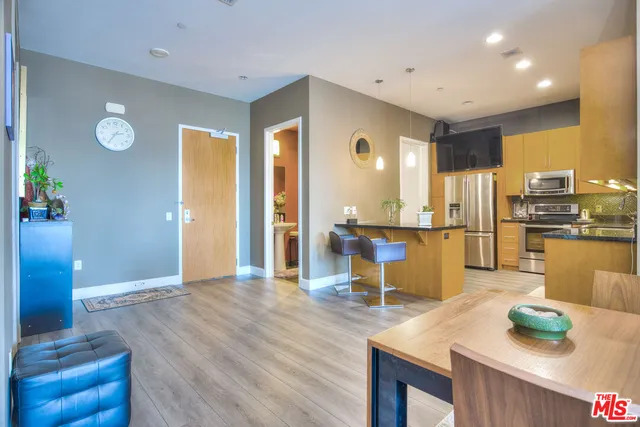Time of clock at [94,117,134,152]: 2:36
